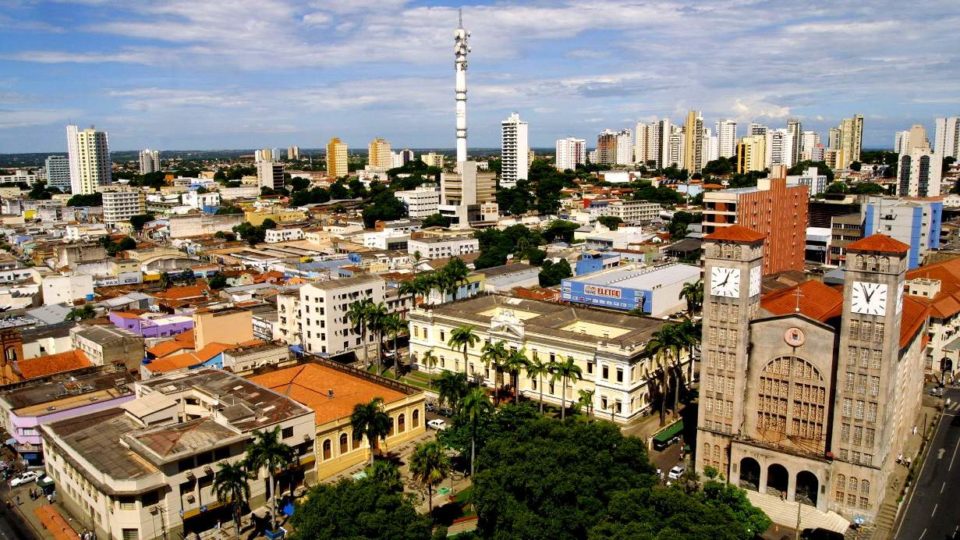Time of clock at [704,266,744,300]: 8:03
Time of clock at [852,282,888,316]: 12:56
